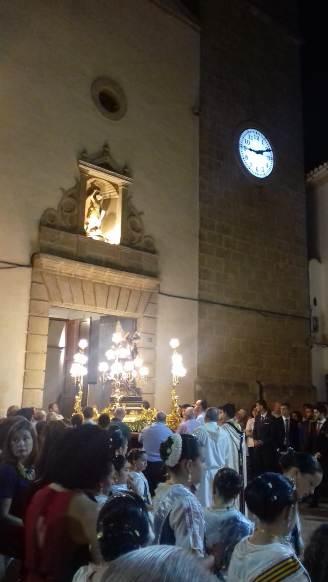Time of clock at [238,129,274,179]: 9:11
